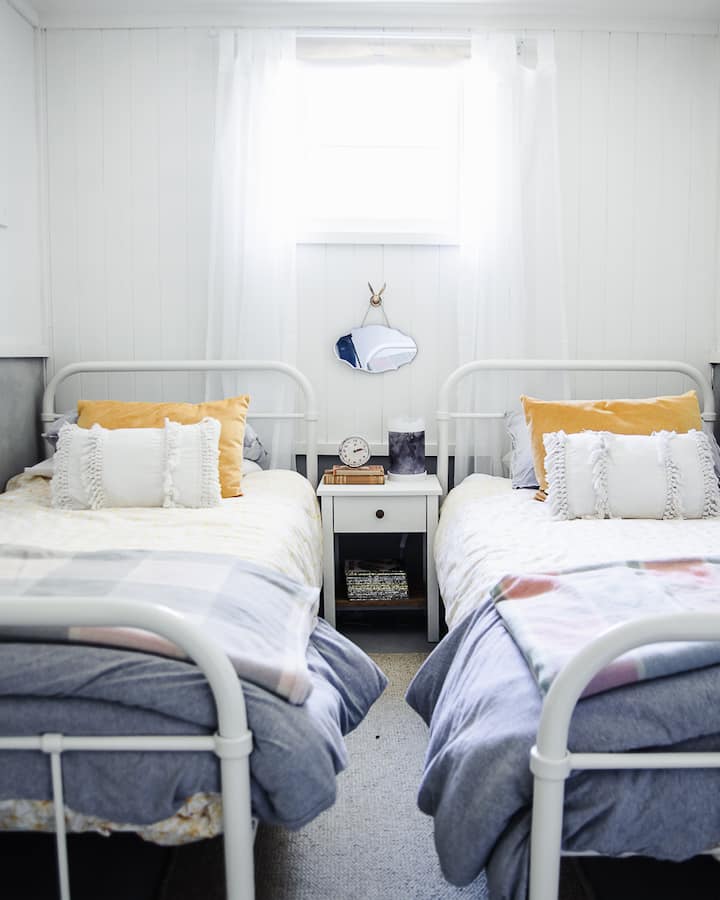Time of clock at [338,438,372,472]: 2:12
